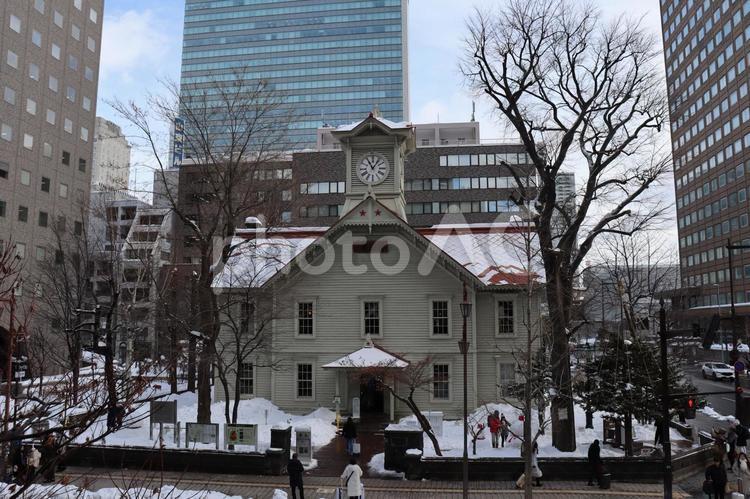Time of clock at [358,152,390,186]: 11:06
